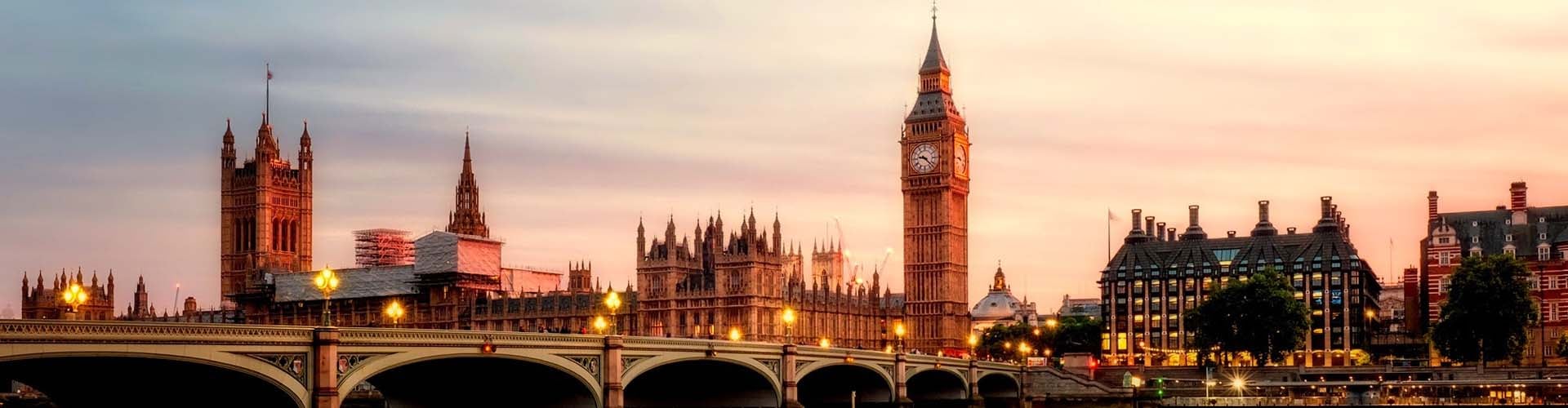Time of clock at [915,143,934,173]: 9:22
